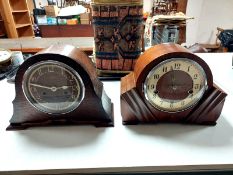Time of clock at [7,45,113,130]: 2:46
